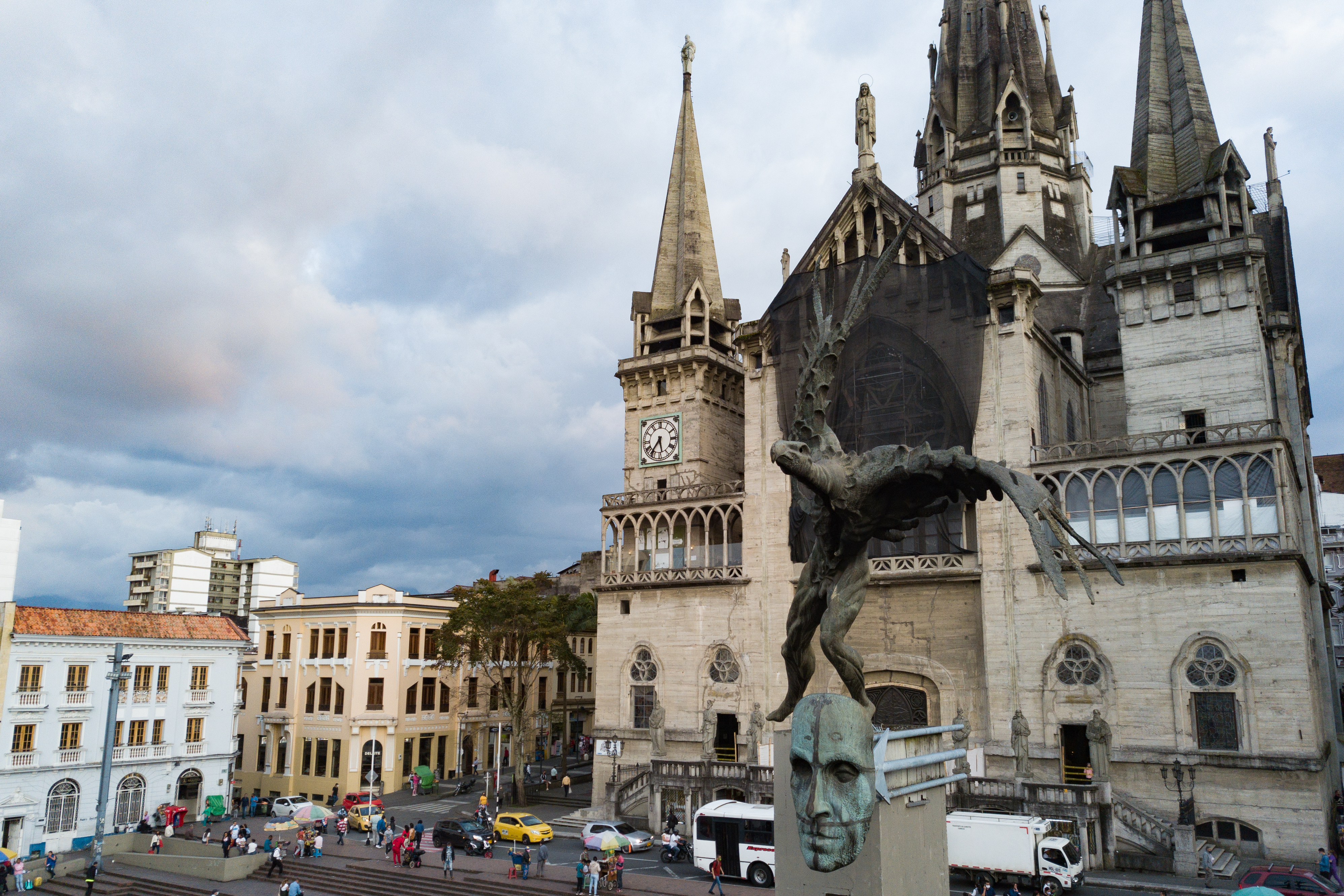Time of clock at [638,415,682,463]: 5:36
